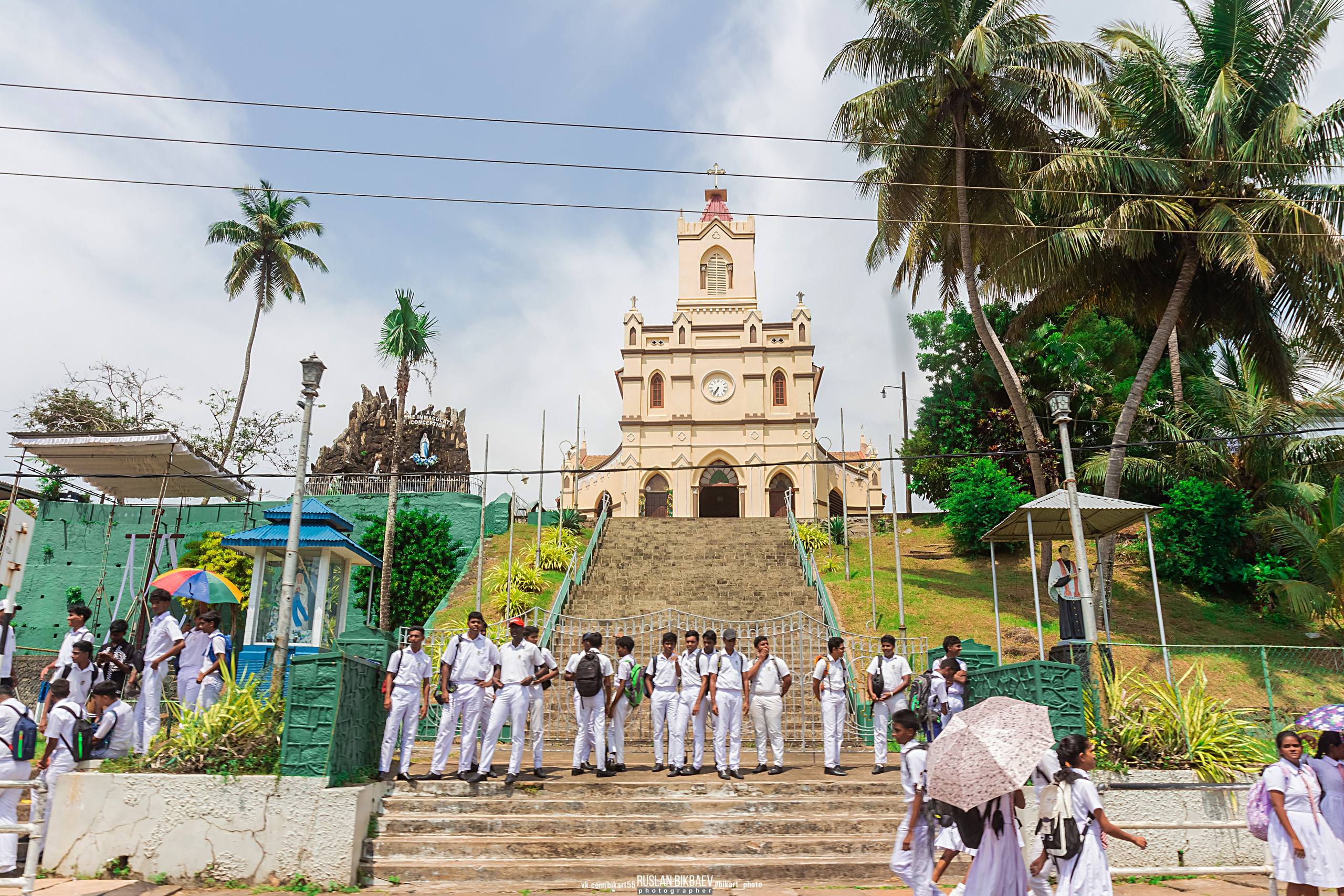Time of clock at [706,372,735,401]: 6:34
